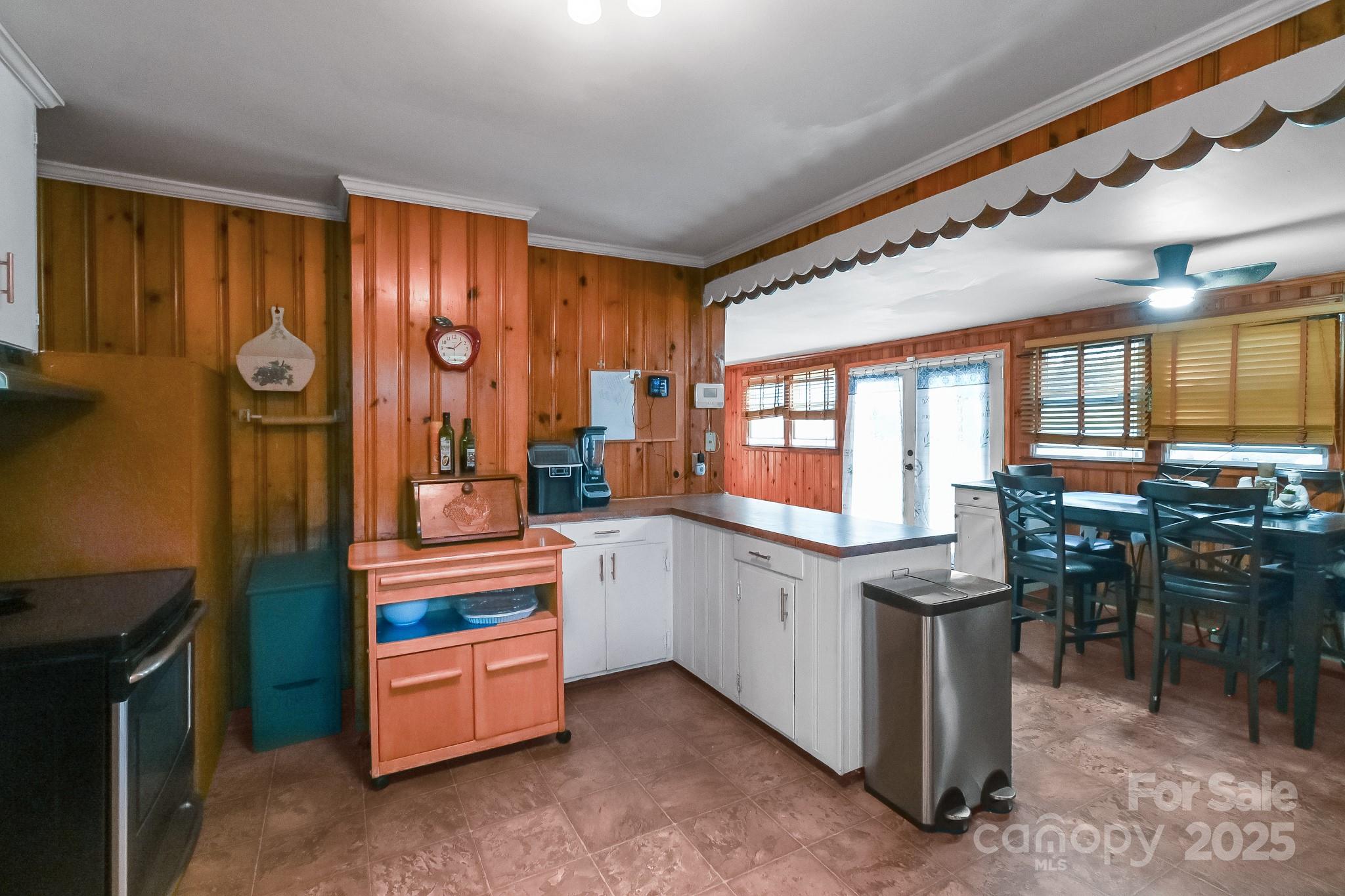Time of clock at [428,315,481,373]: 9:07
